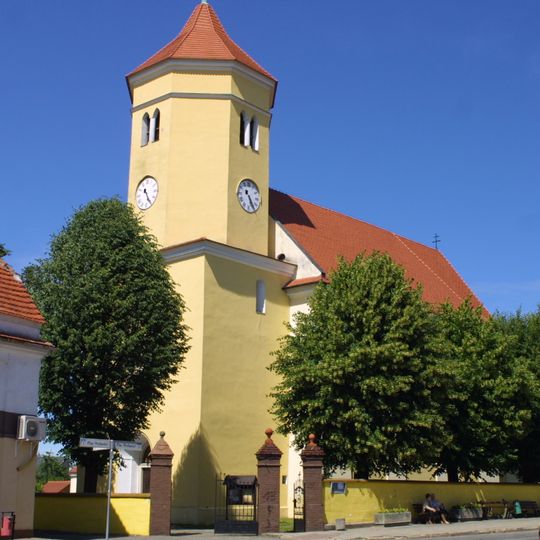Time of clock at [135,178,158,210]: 11:25
